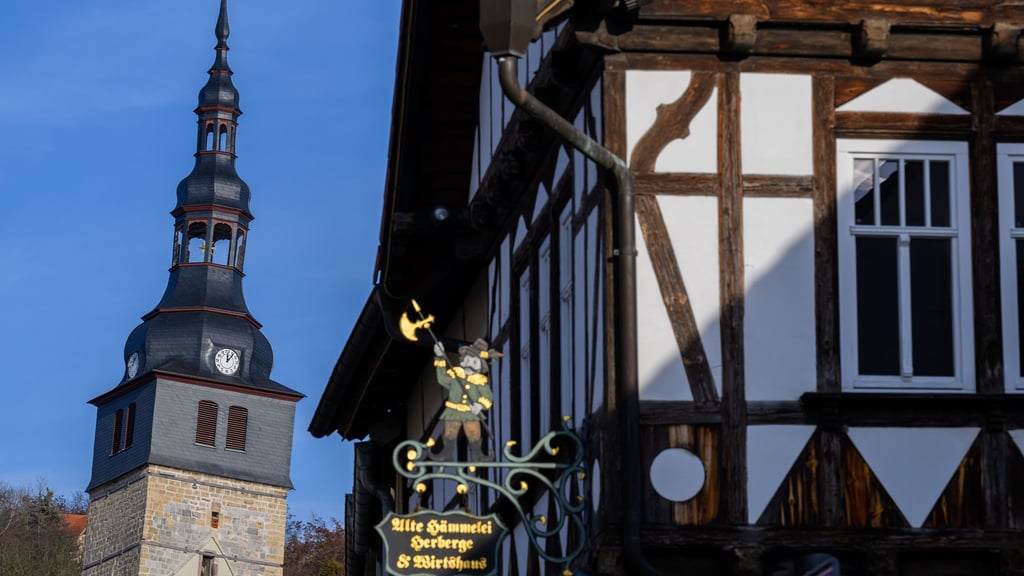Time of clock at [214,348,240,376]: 12:06
